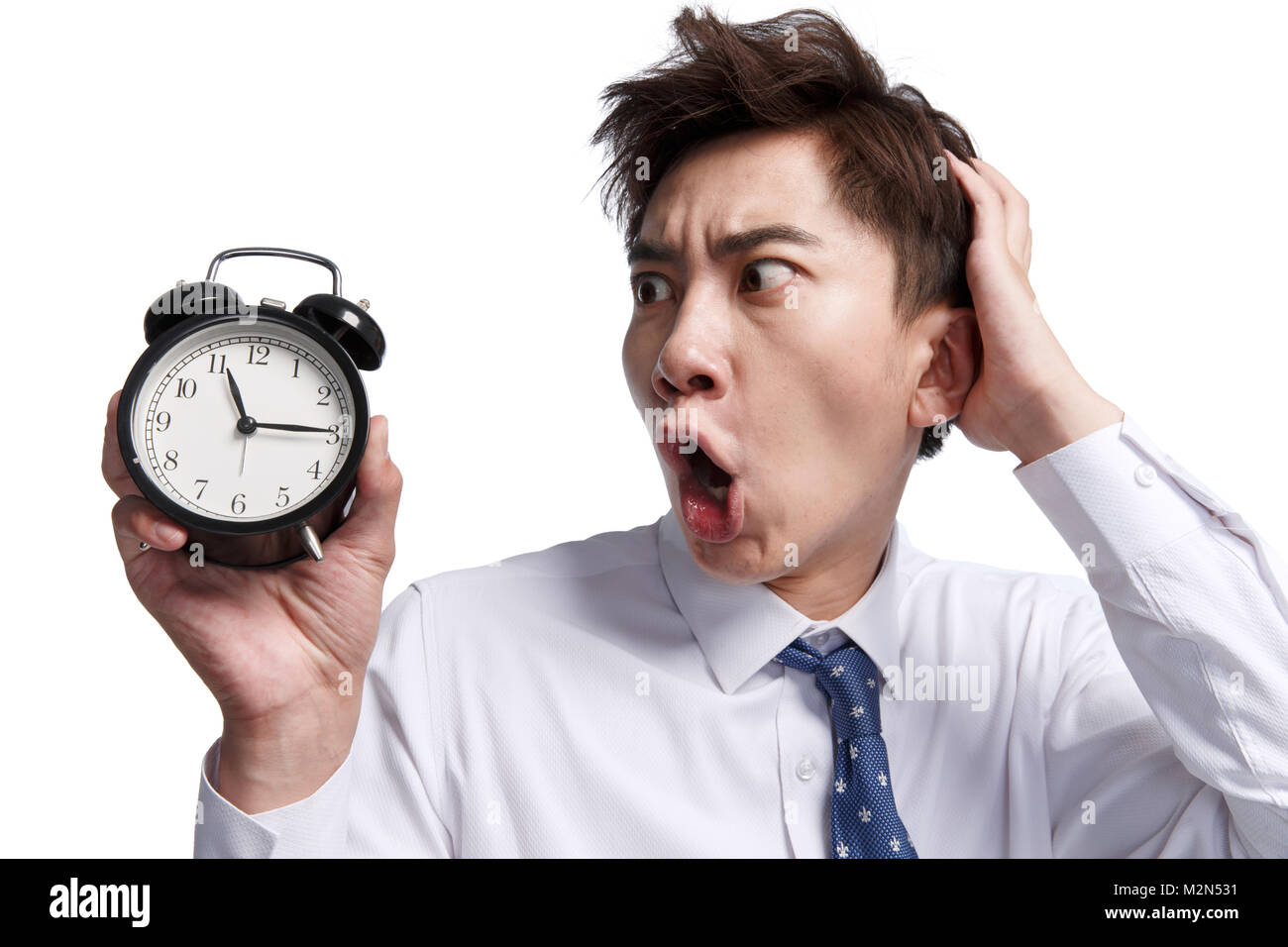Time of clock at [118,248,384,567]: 11:14
